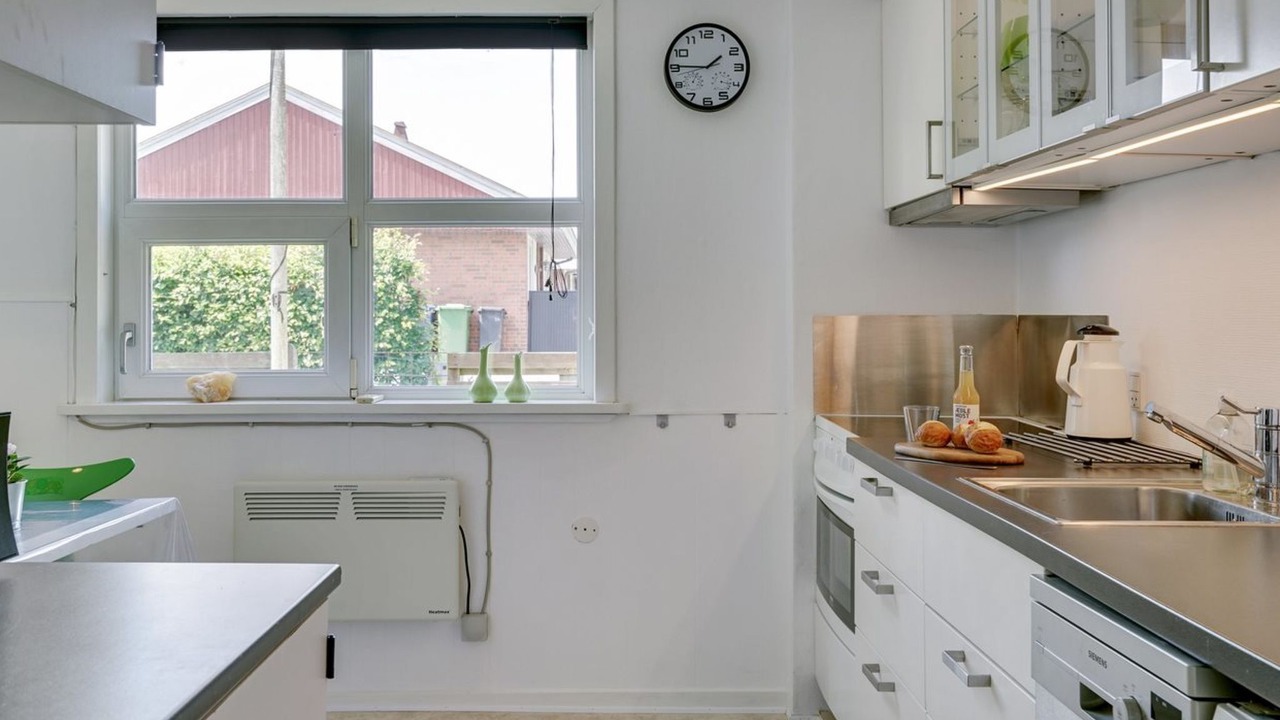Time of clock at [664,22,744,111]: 1:45
